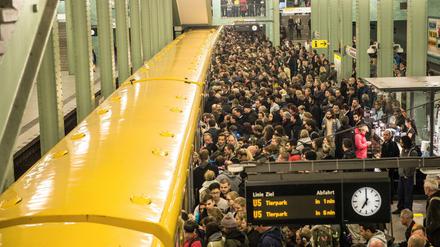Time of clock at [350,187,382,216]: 7:00
